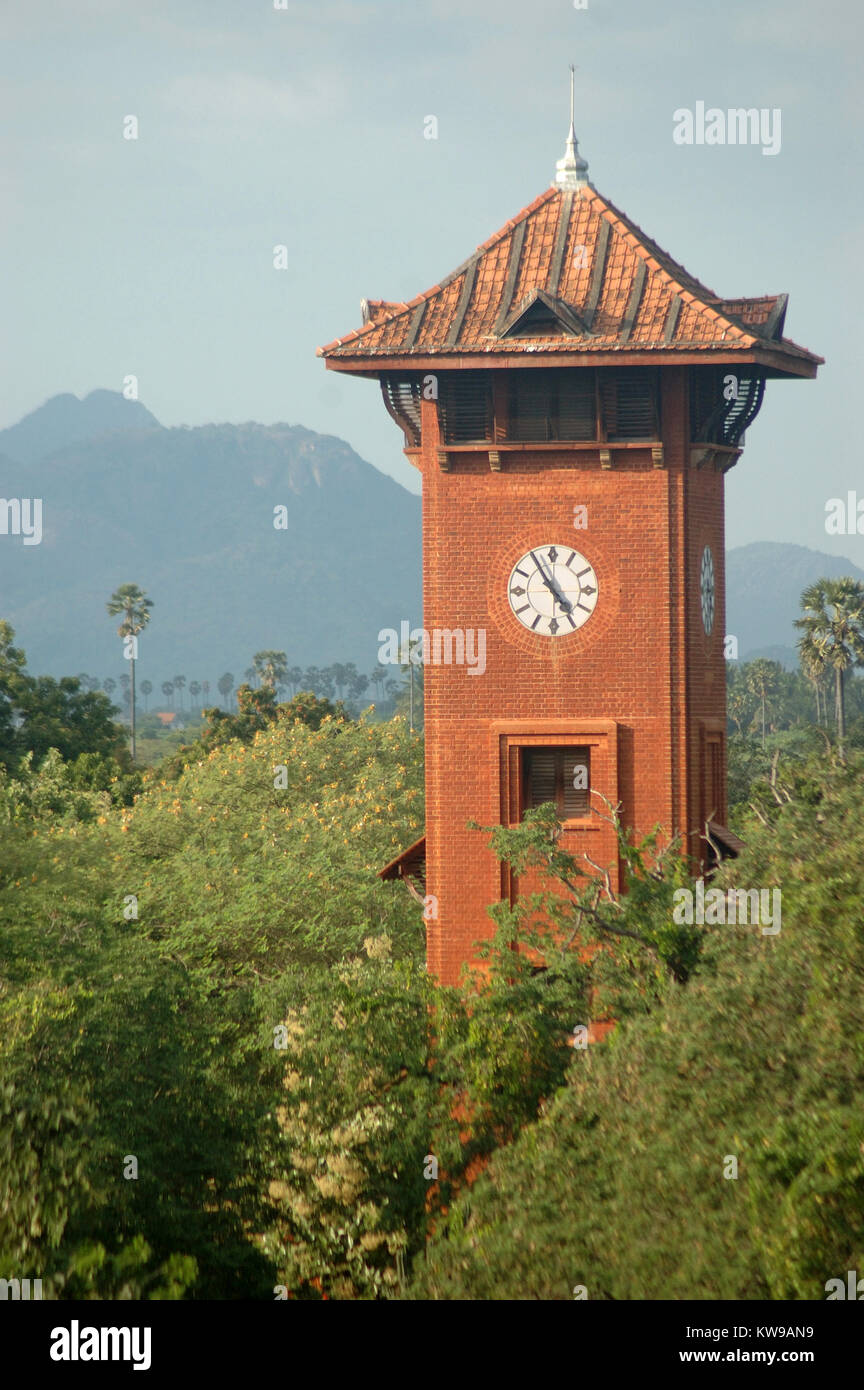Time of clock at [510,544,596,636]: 4:54
